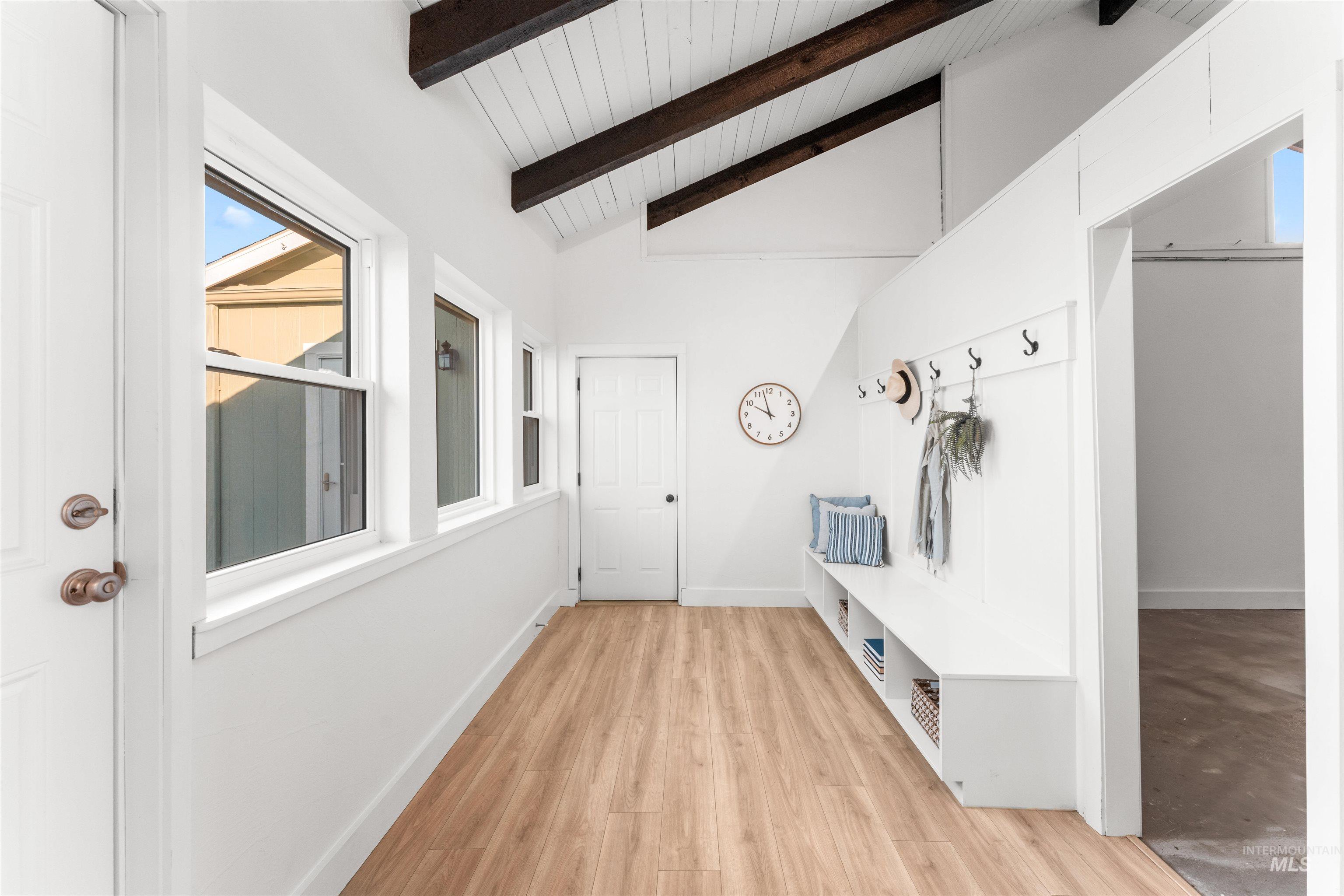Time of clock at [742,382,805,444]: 9:57
